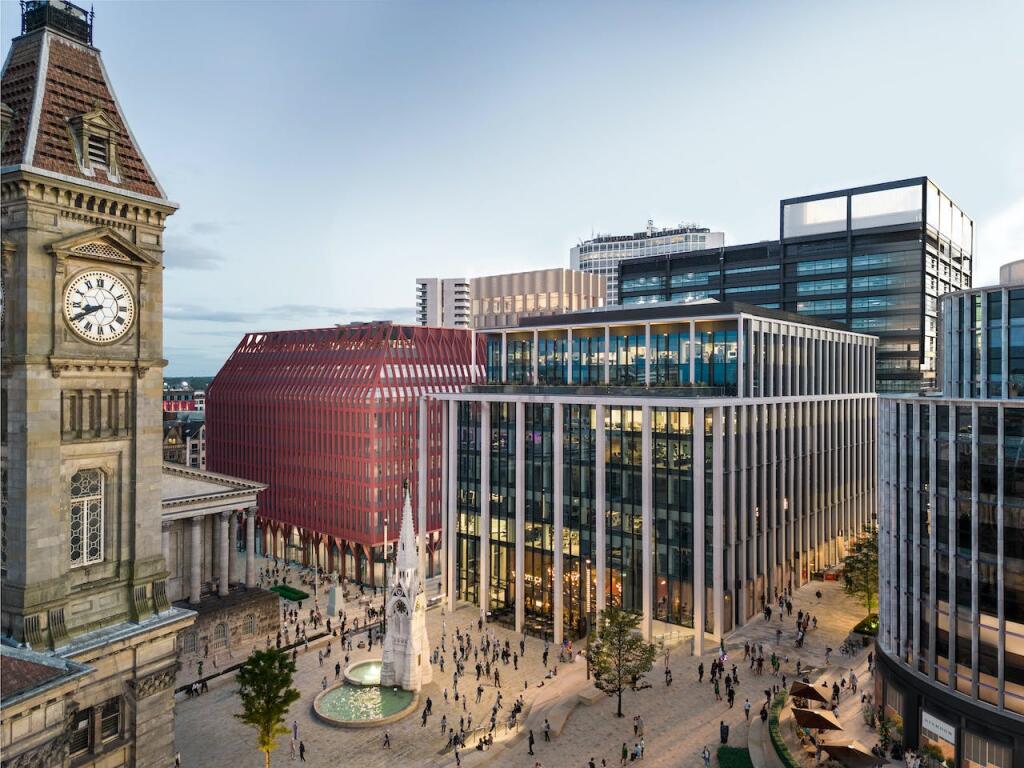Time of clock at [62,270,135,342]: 8:40
